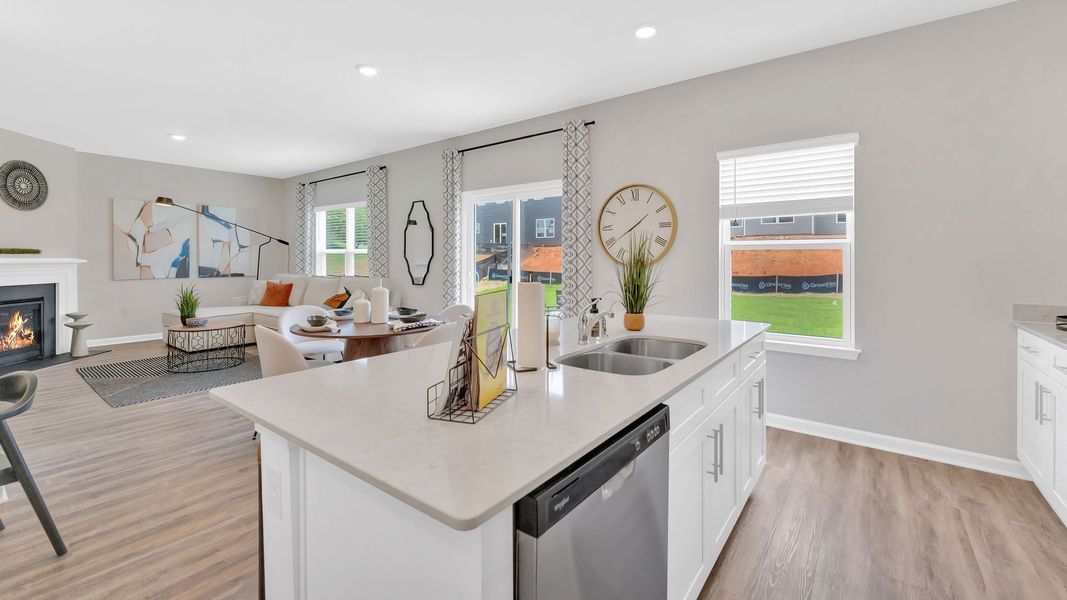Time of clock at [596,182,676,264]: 1:39
